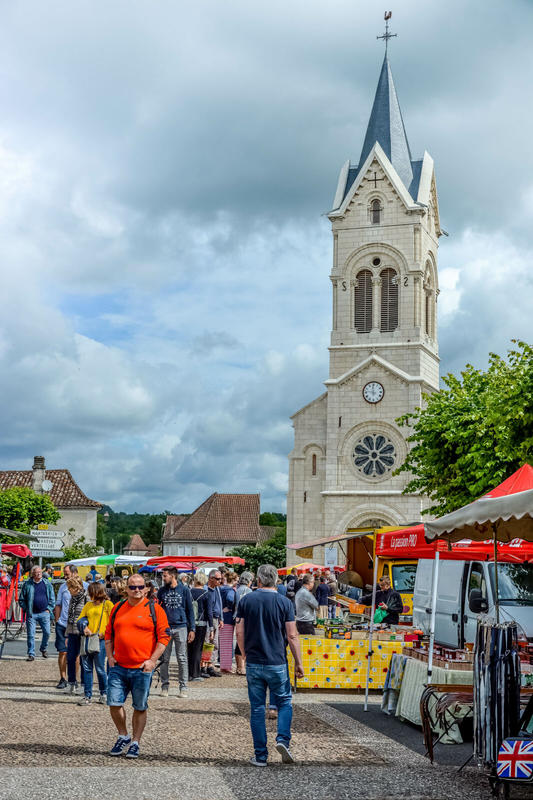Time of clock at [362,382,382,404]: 11:46
